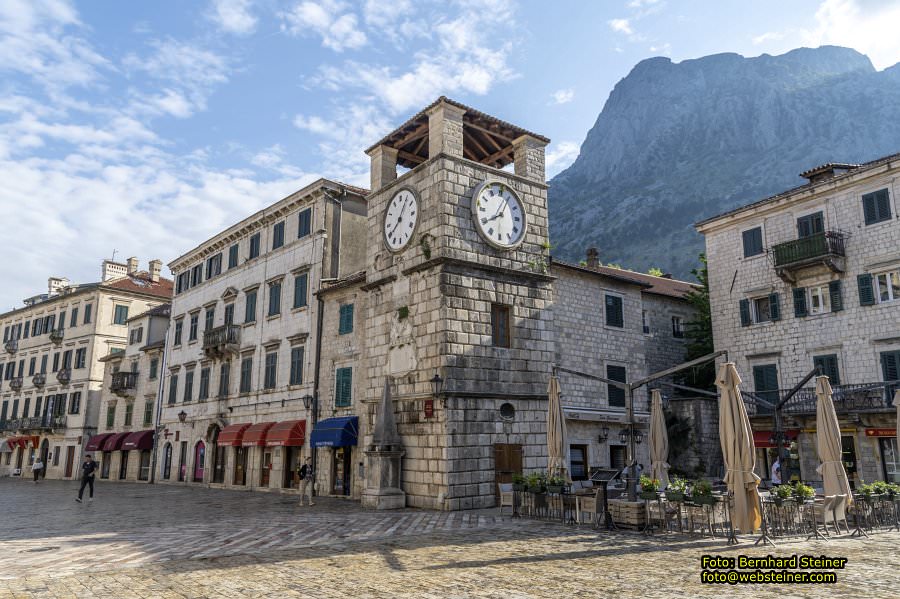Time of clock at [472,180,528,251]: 8:04
